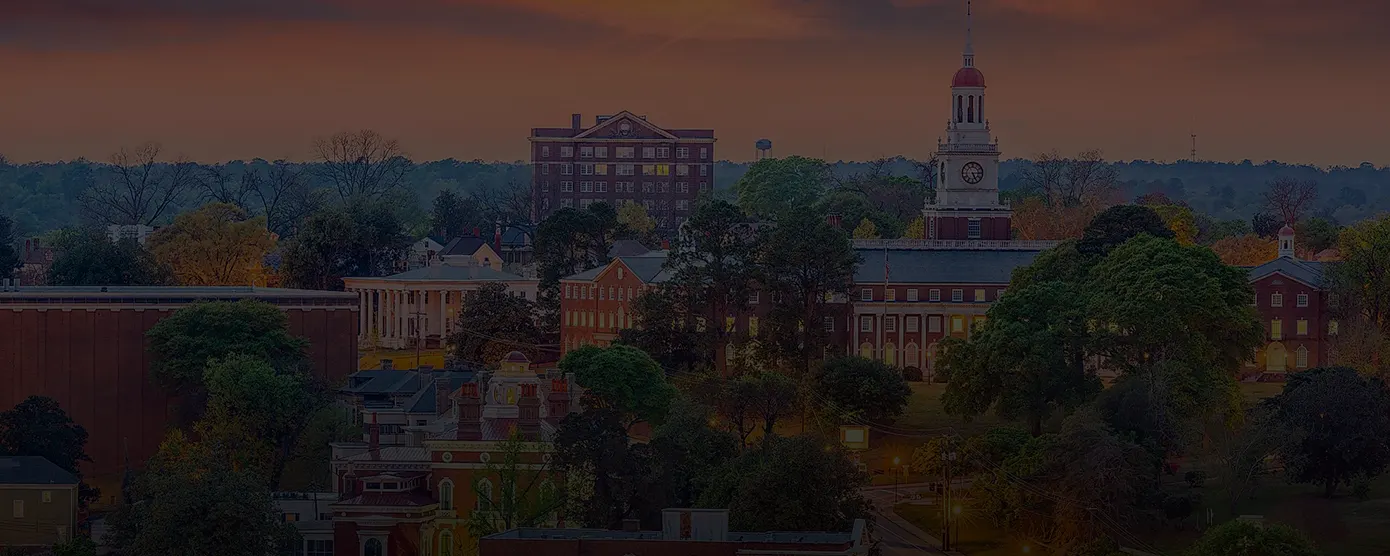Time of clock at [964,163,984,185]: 5:14
